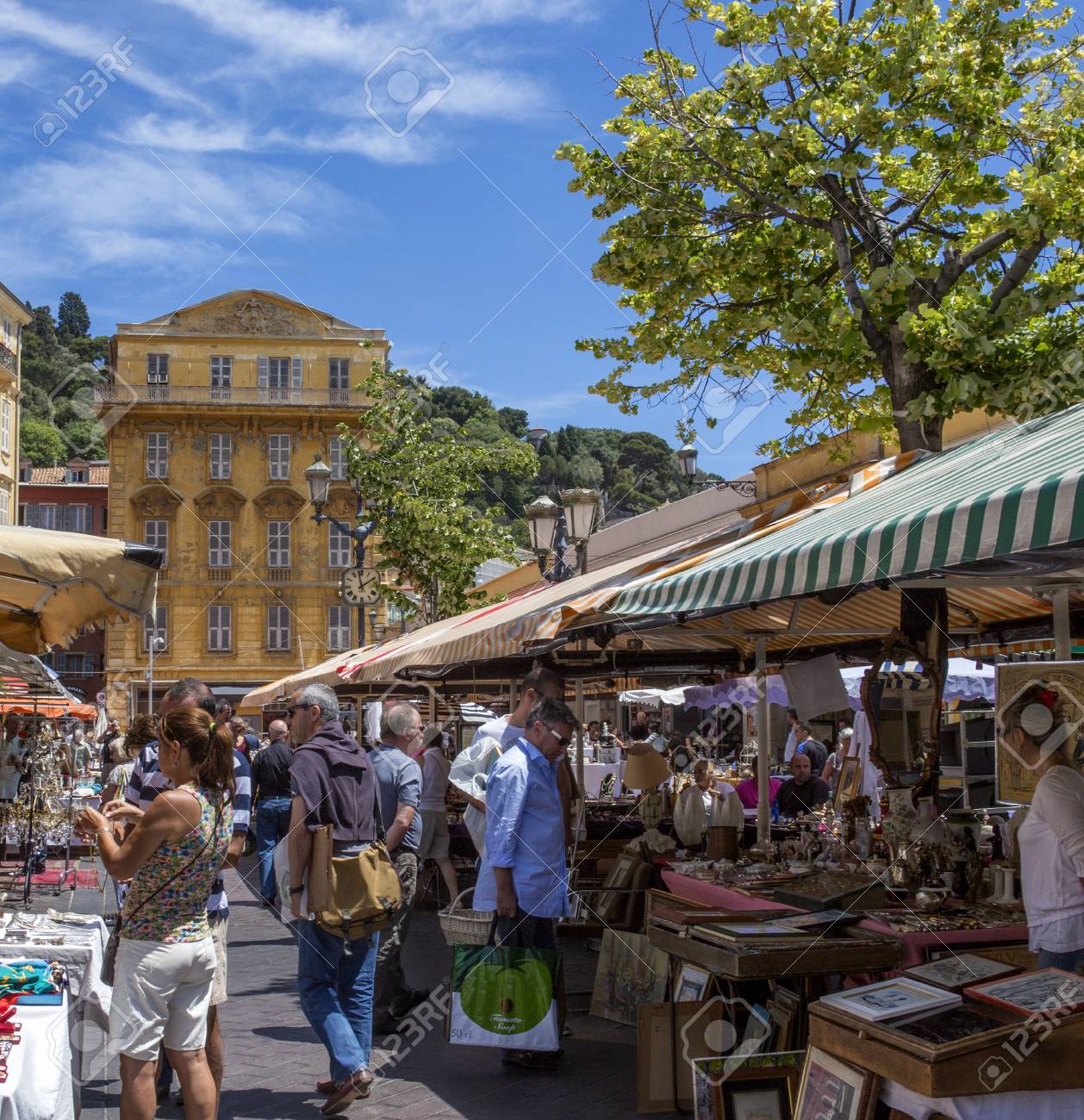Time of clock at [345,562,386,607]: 1:58
